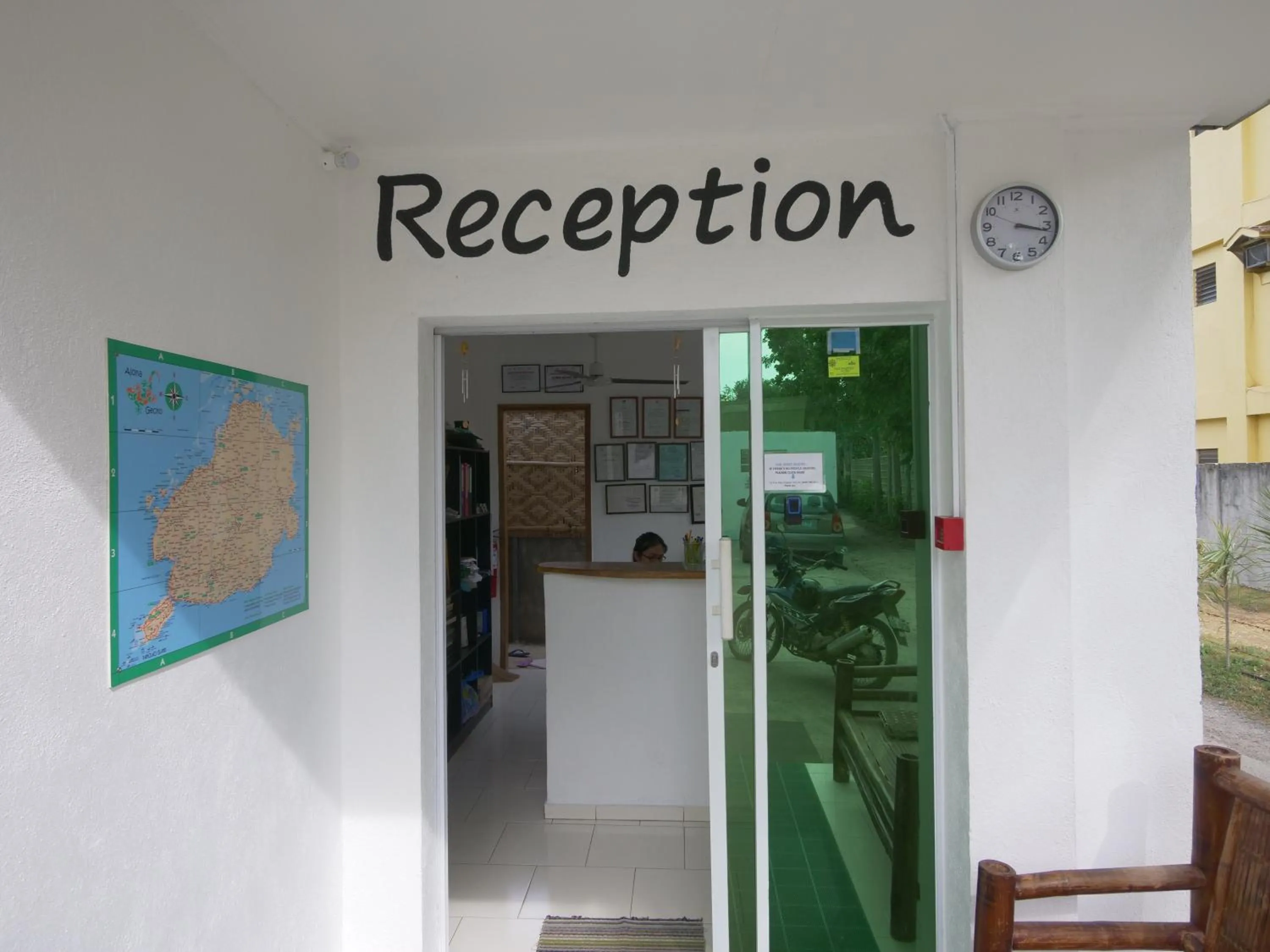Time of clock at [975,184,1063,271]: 3:16
